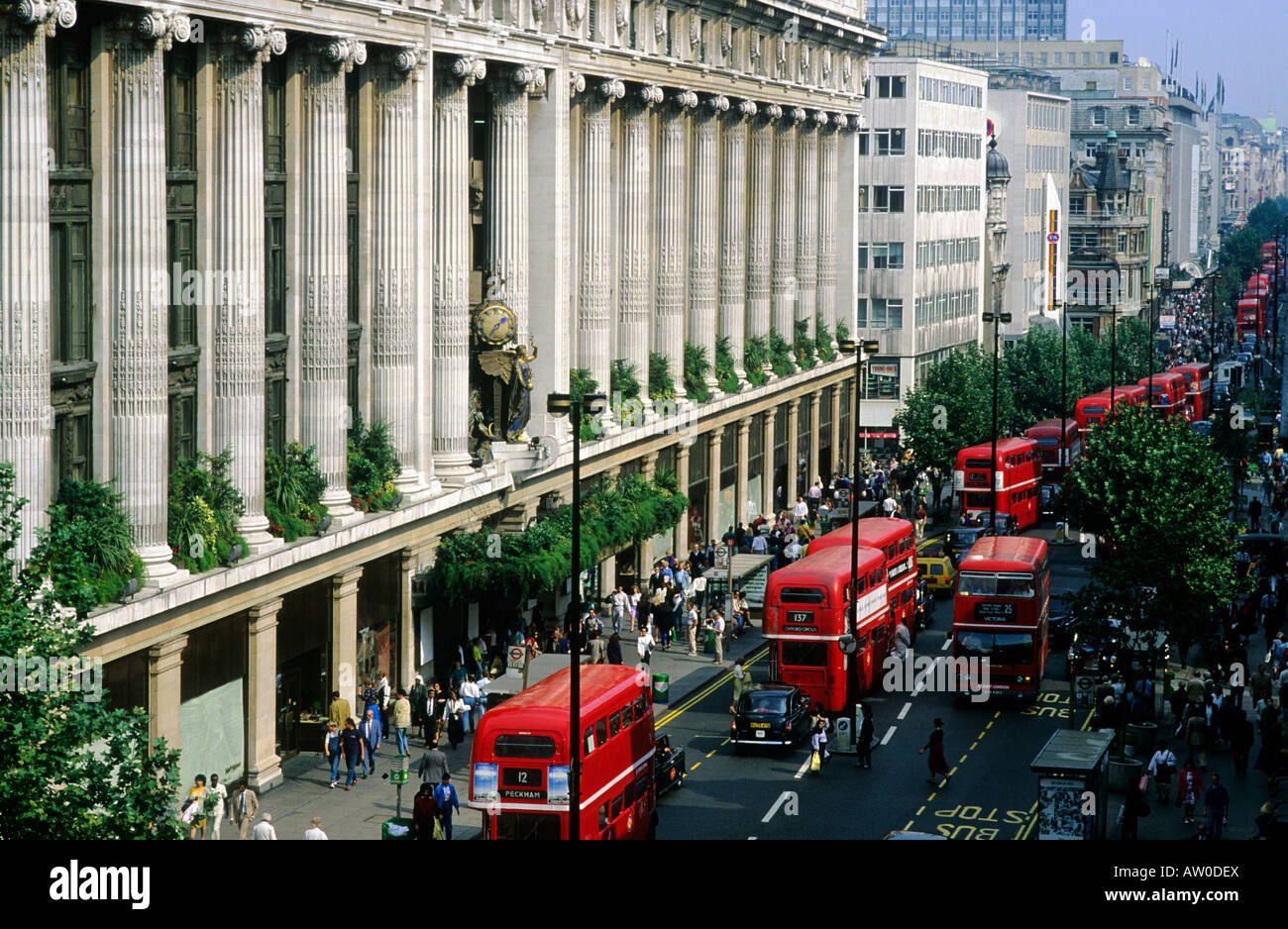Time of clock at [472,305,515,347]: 1:36
